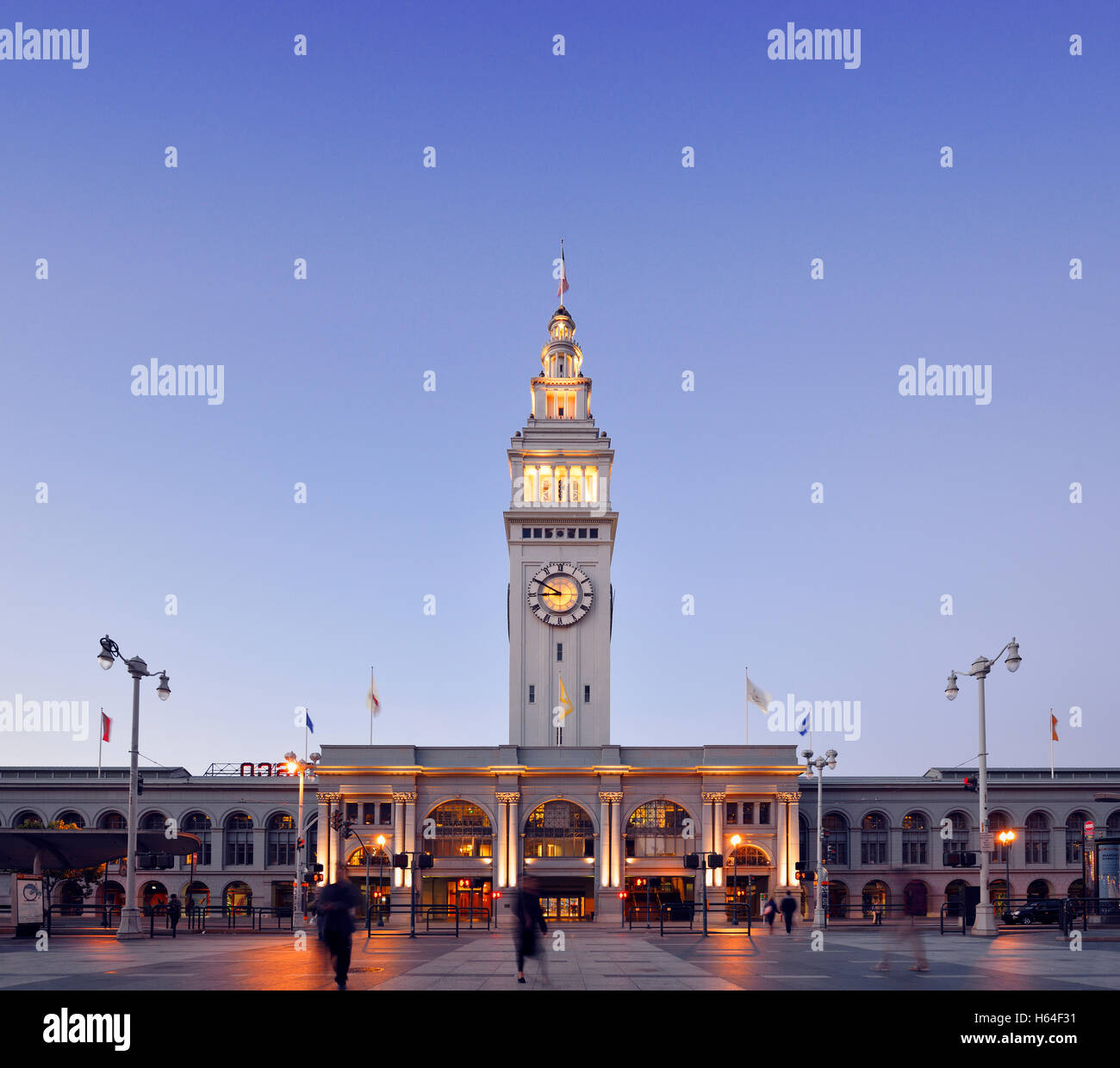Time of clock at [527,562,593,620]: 8:50
